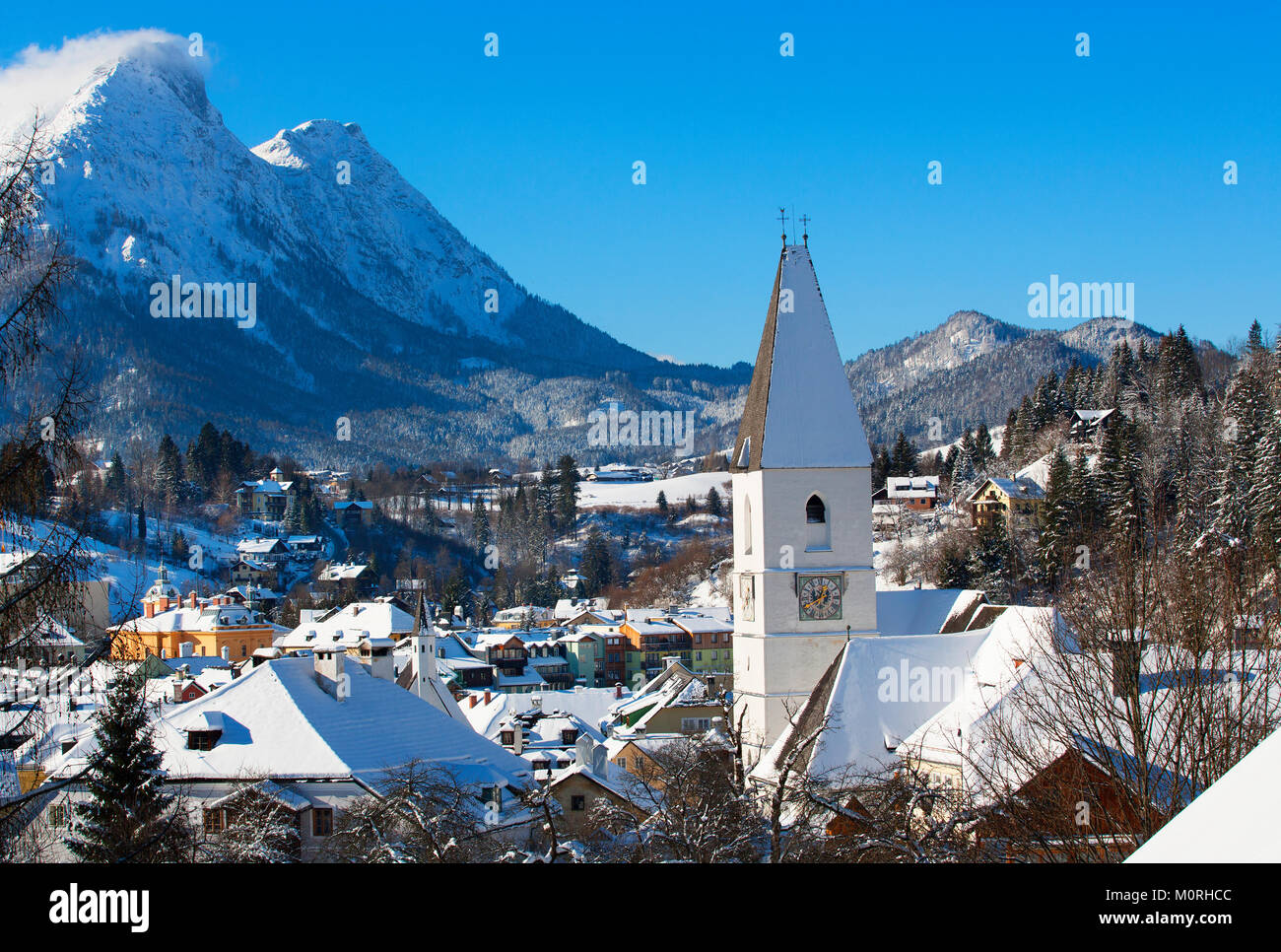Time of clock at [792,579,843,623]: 12:40
